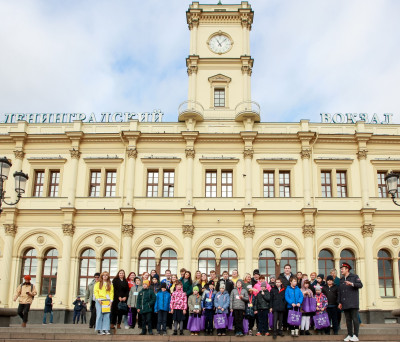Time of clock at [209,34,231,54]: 11:07
